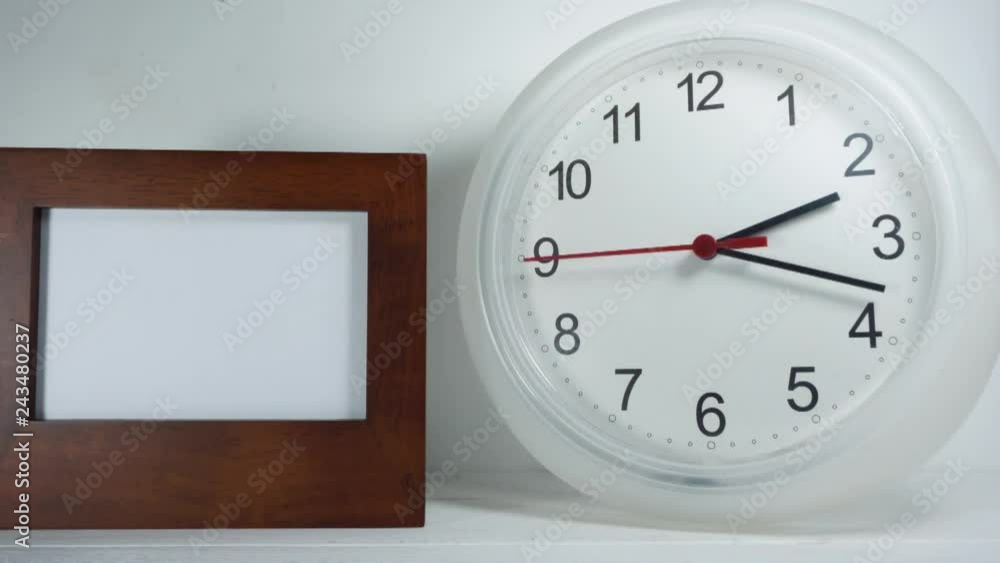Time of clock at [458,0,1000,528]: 2:17
